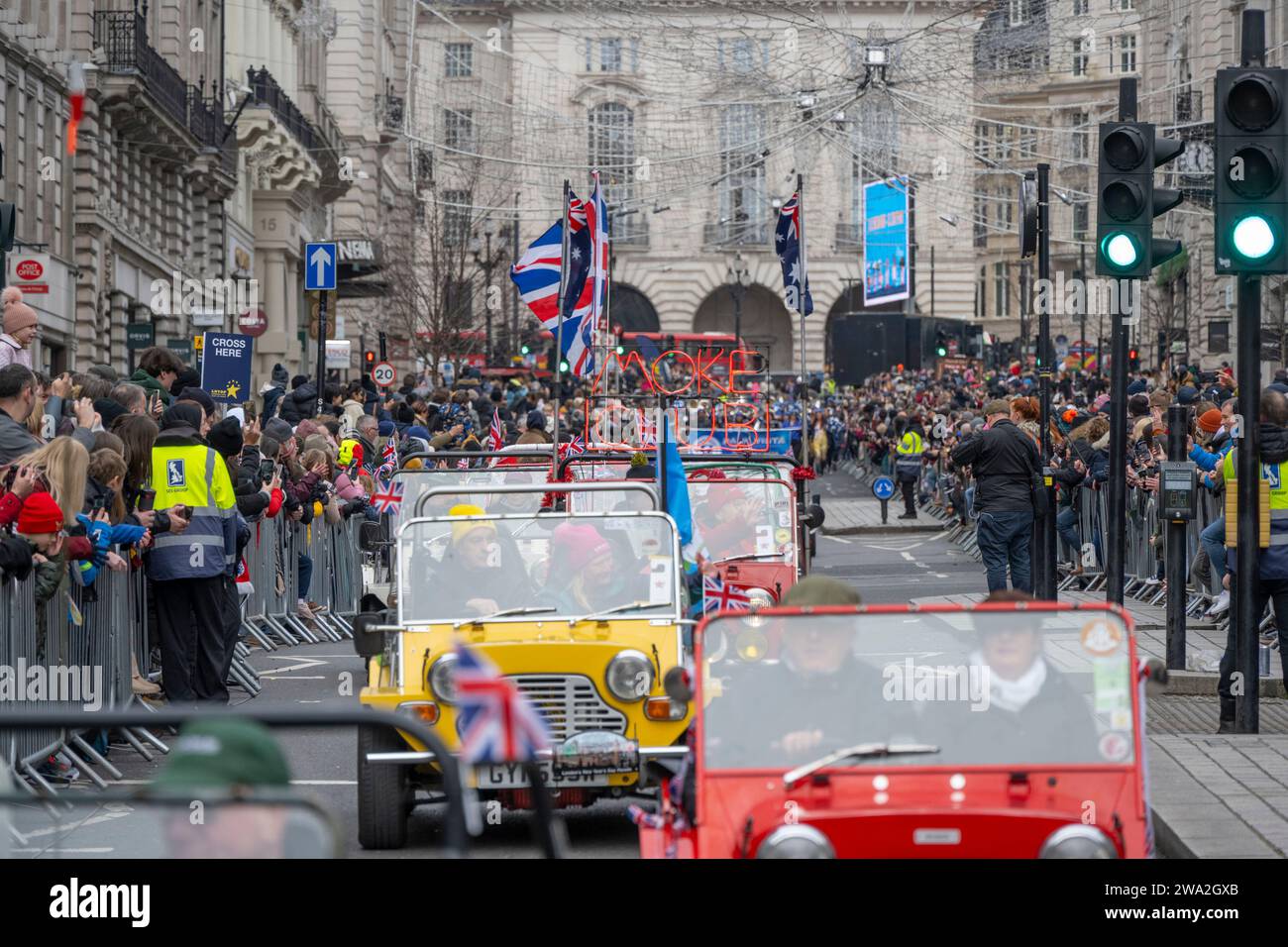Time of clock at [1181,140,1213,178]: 12:26
